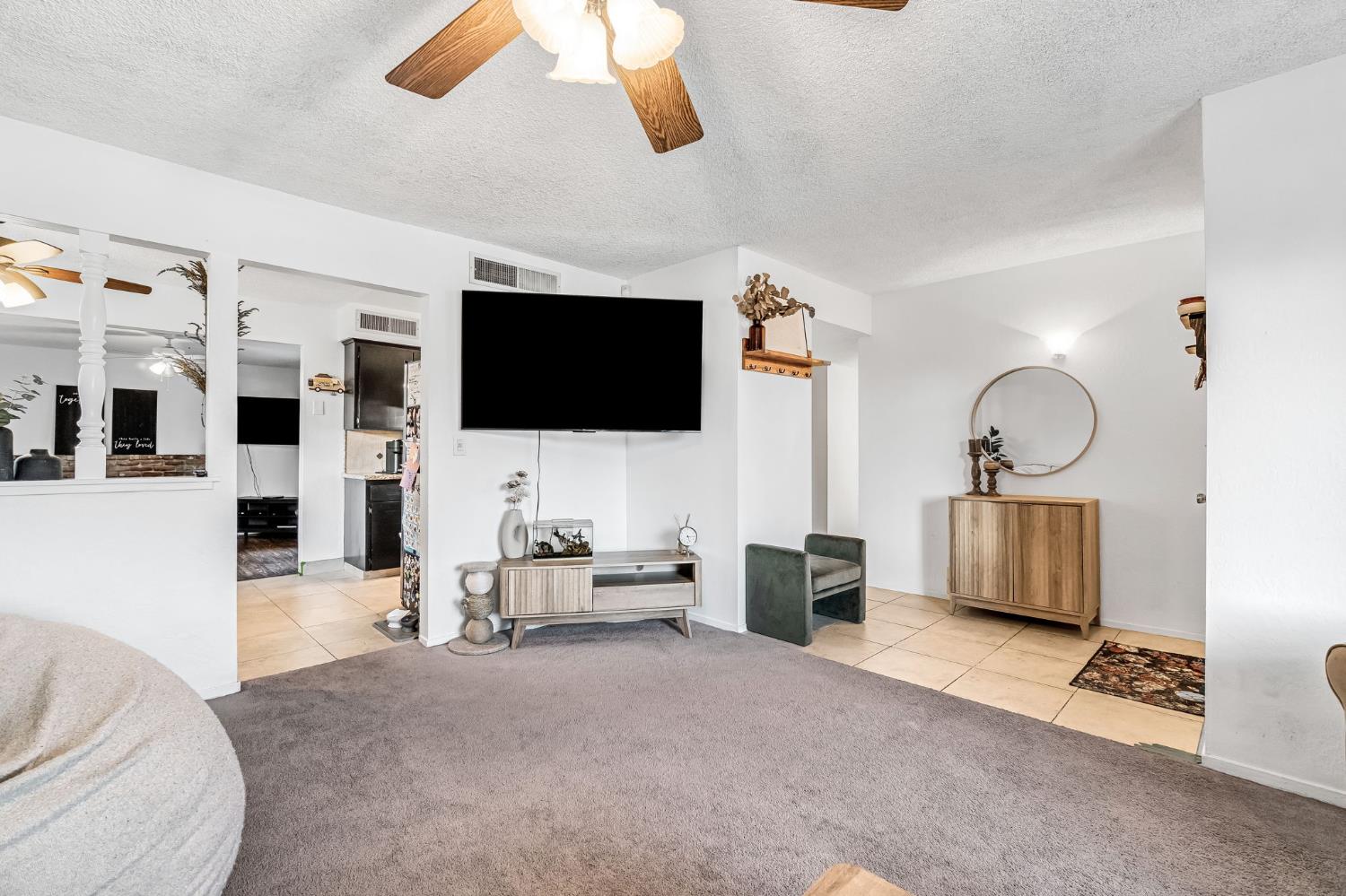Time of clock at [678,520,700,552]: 5:15
